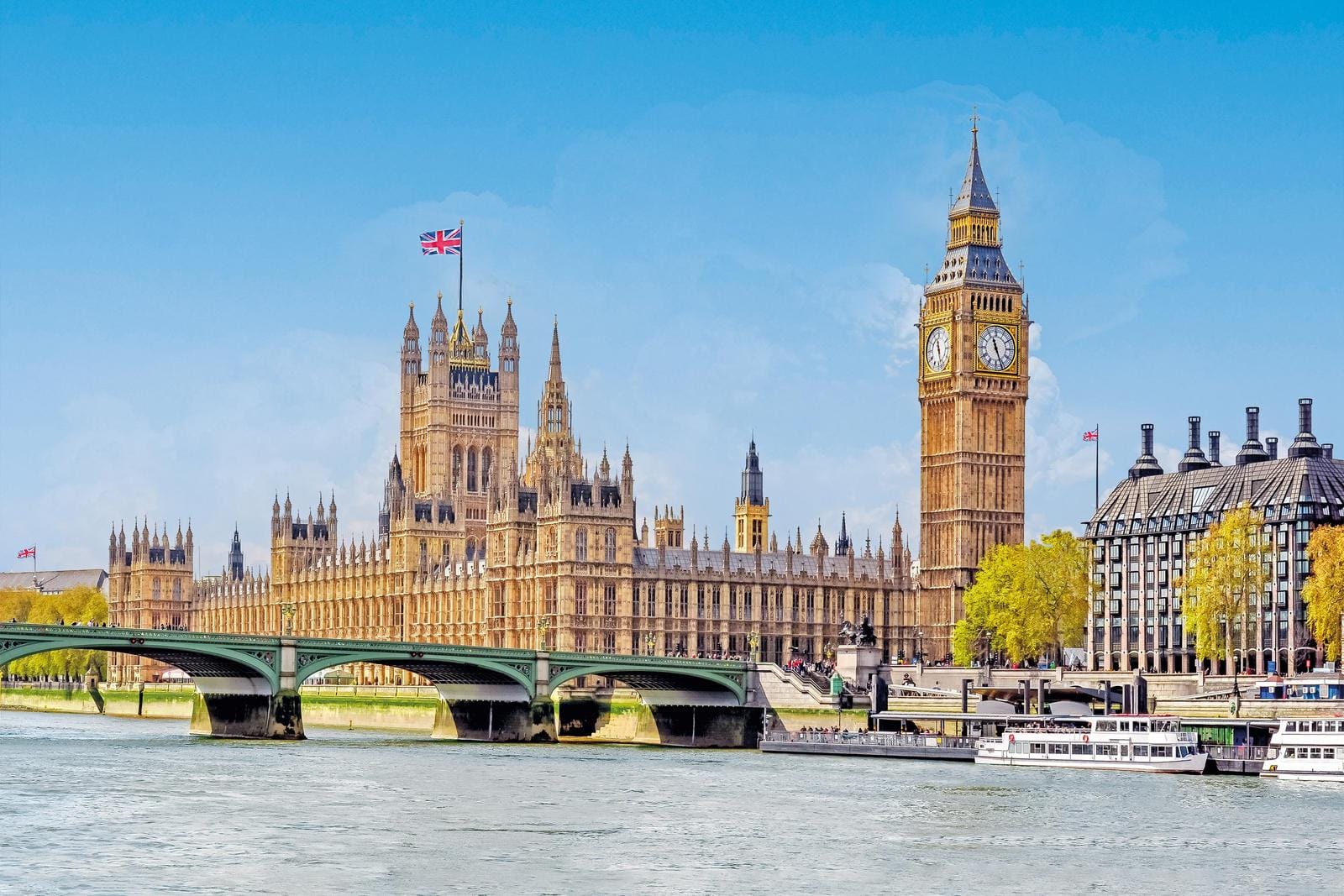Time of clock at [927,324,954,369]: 11:28
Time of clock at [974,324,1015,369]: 11:26
